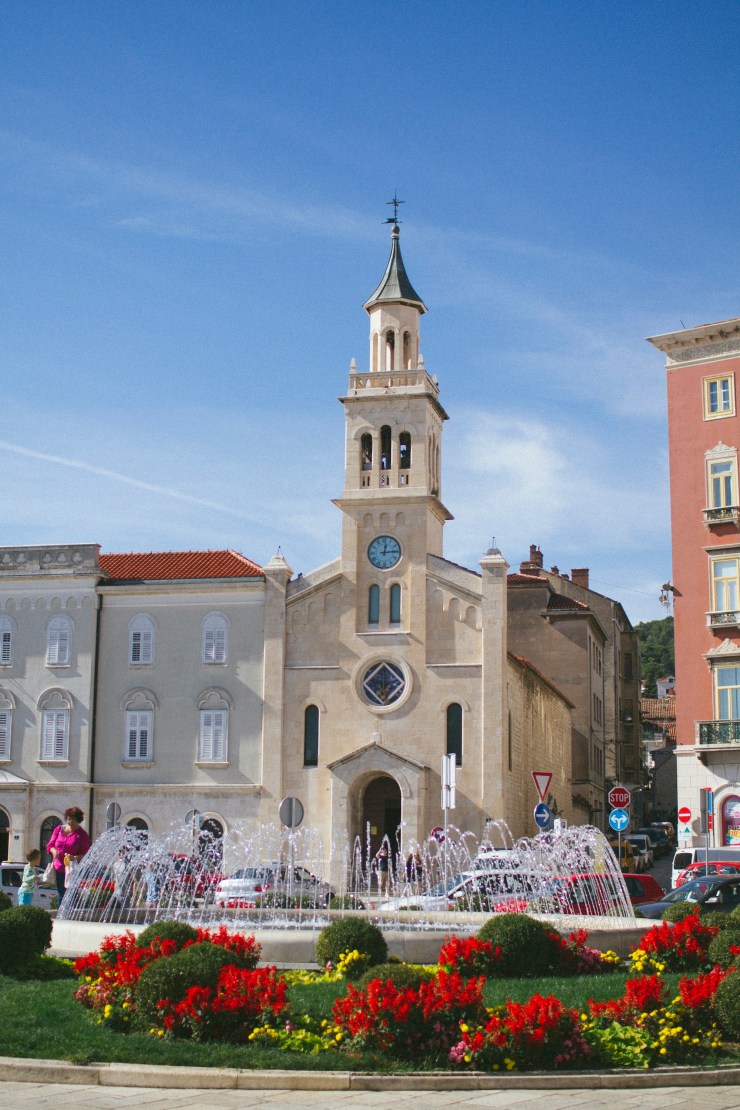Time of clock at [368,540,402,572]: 12:14
